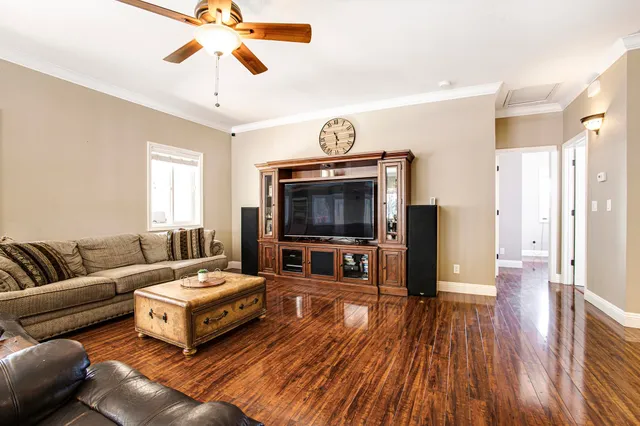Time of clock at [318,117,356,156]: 5:30
